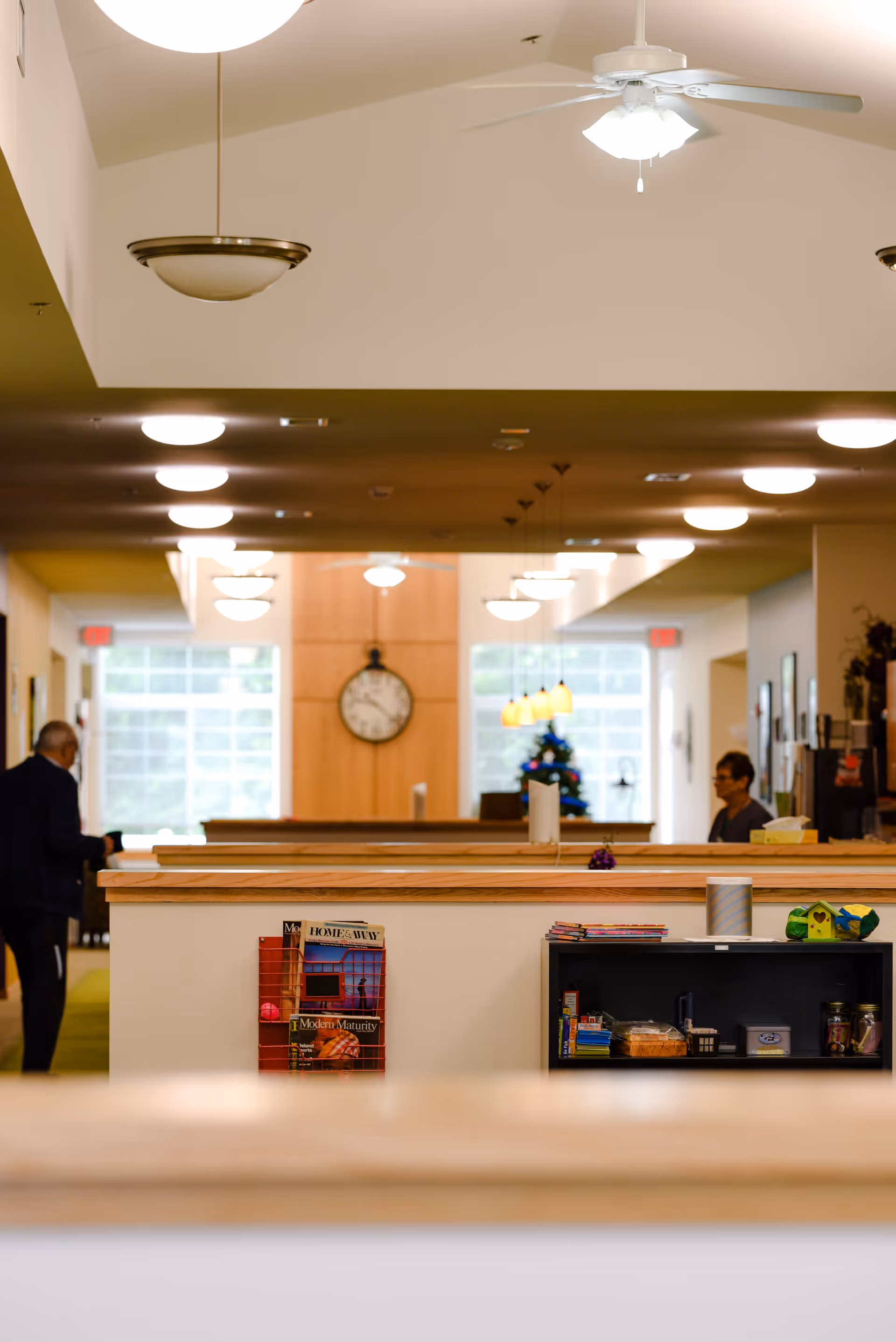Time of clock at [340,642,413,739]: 9:22
